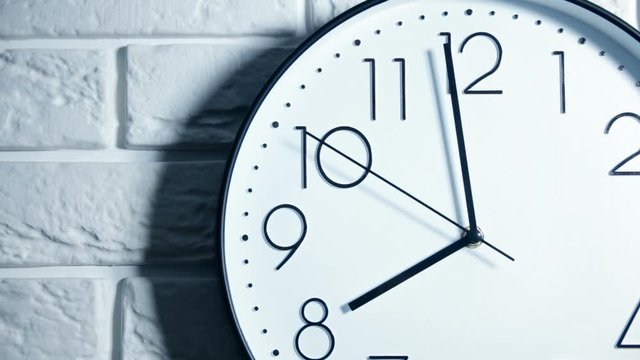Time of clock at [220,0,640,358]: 7:58
